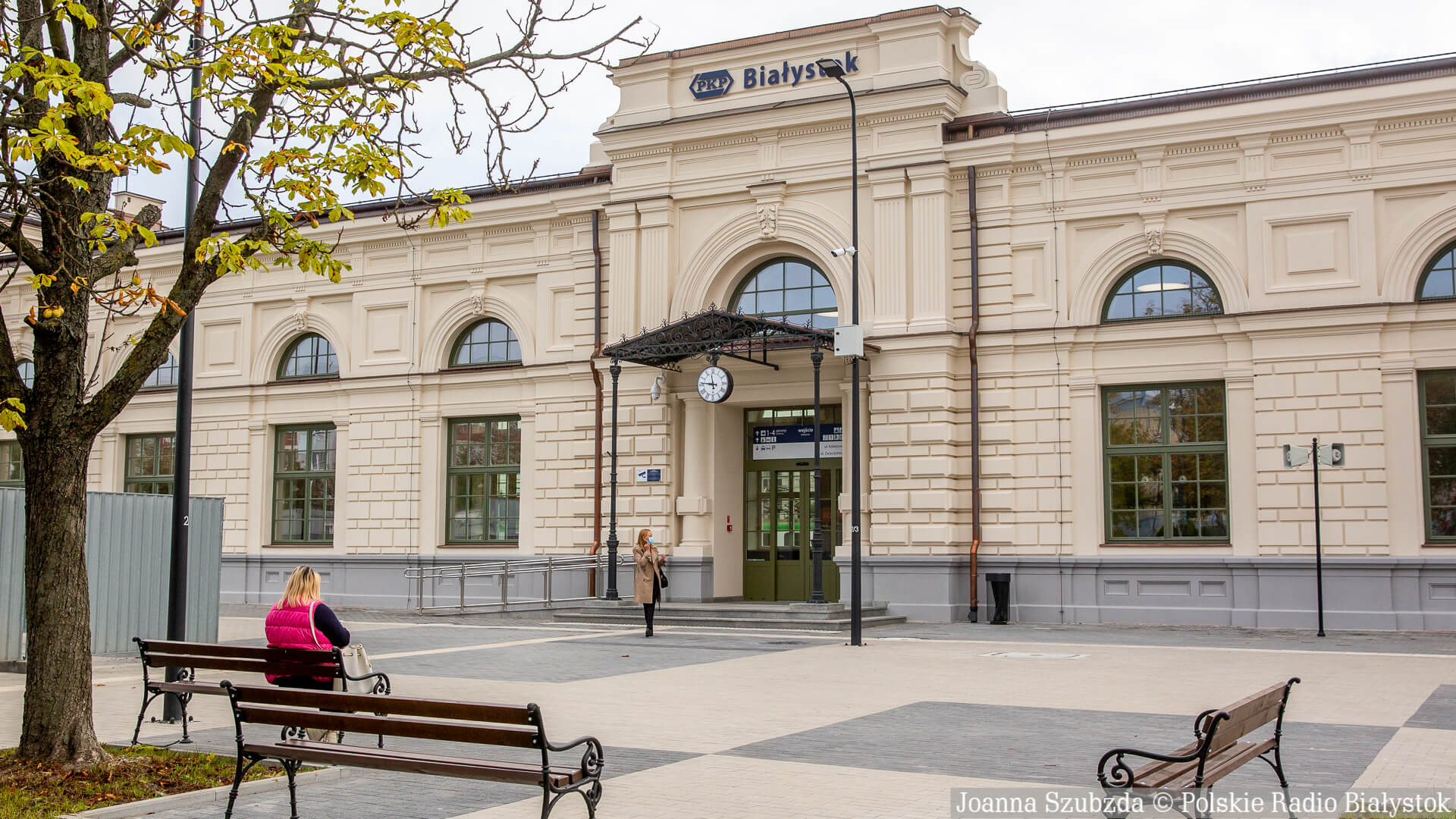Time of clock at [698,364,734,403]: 11:46
